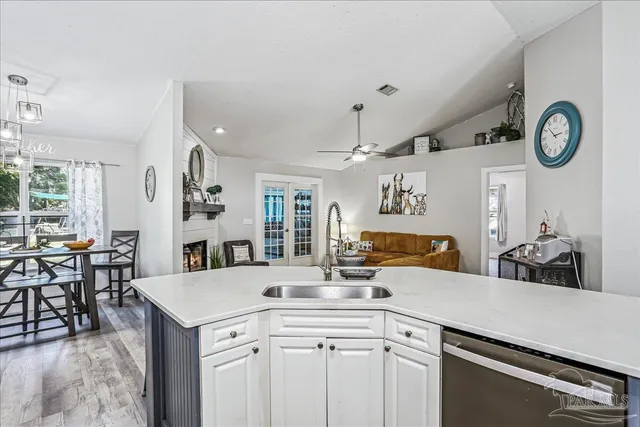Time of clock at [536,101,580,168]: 2:52
